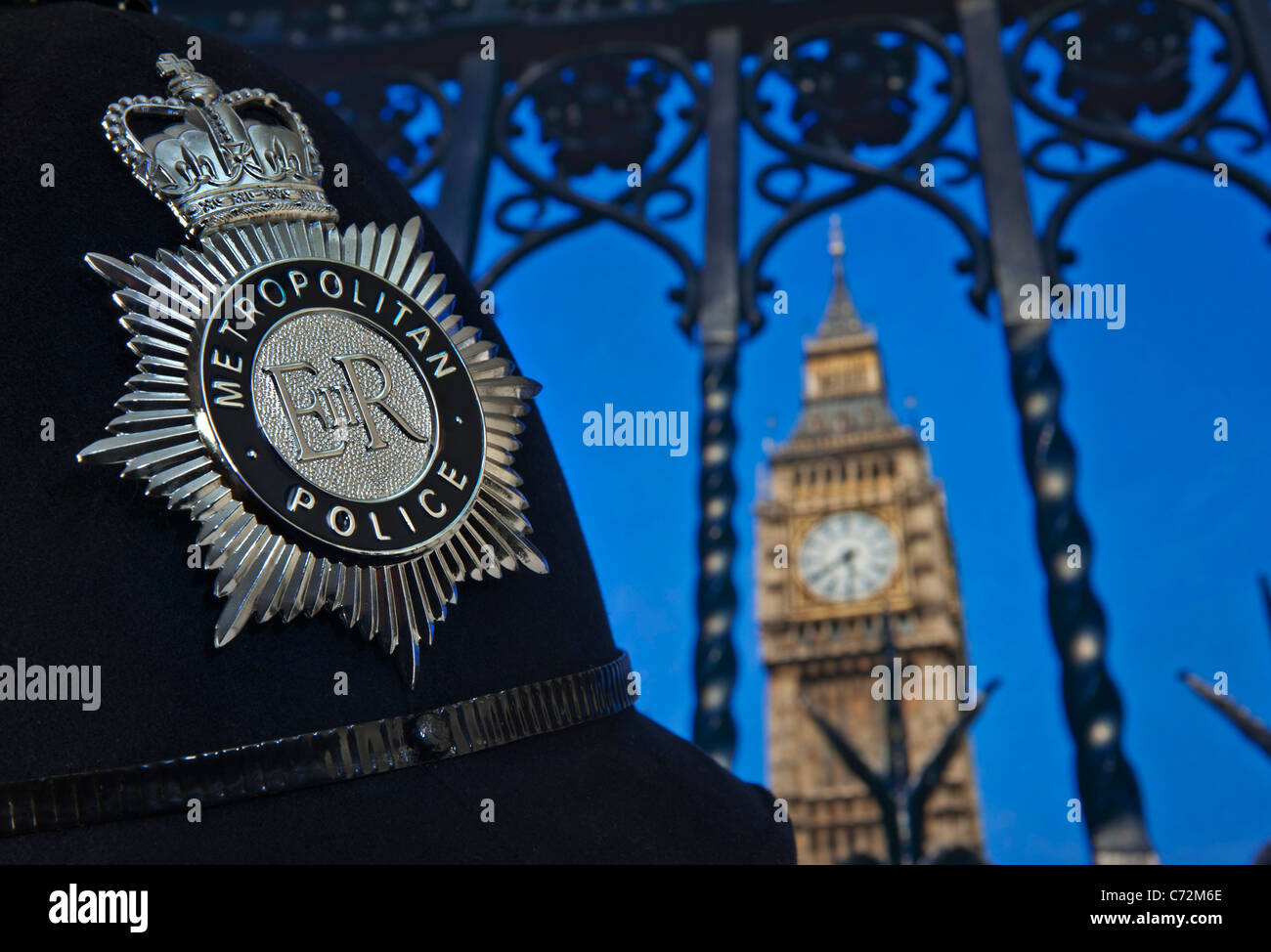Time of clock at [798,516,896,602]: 5:40
